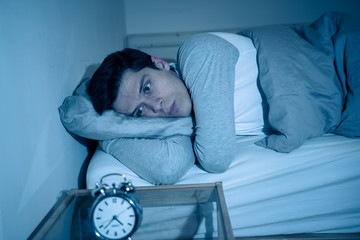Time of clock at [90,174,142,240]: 4:37
